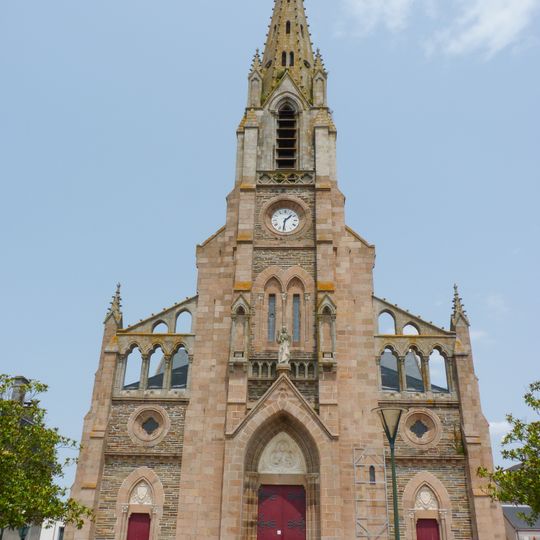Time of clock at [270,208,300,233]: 1:31
